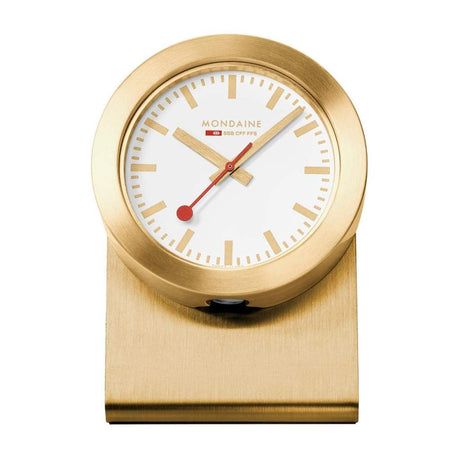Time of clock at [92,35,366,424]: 10:07
